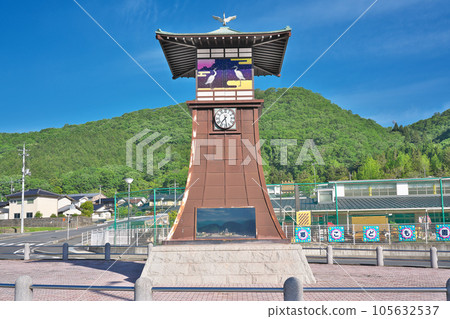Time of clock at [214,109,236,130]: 7:28
